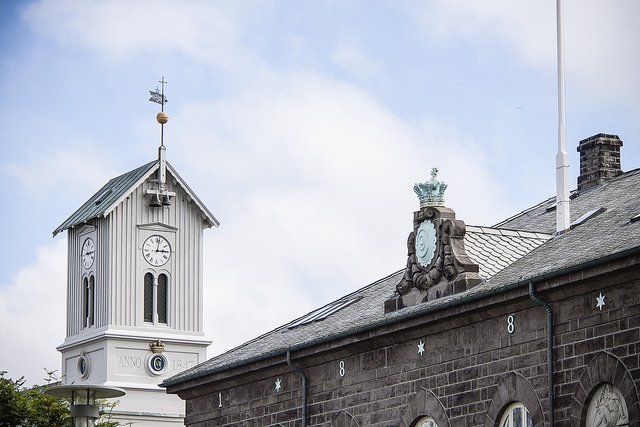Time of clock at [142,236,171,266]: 3:02
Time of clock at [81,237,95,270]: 3:15
